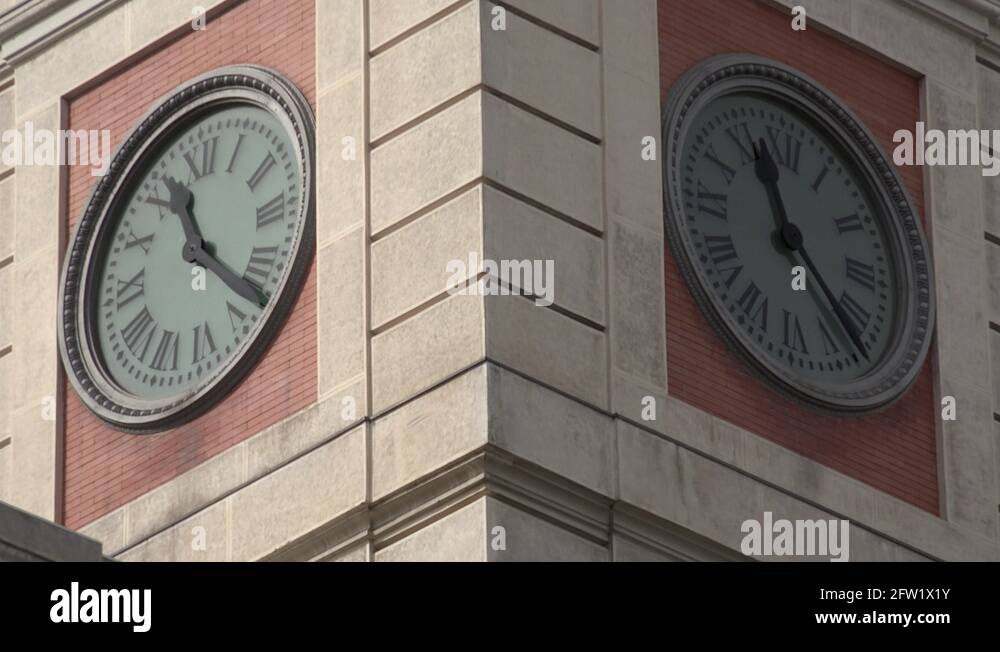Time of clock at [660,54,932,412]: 11:22
